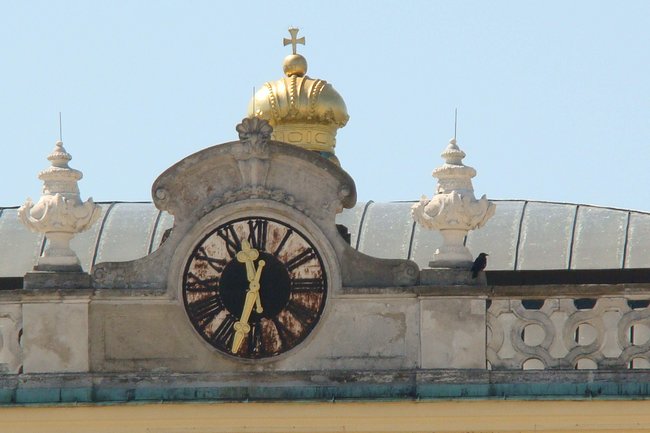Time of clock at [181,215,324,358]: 11:32
